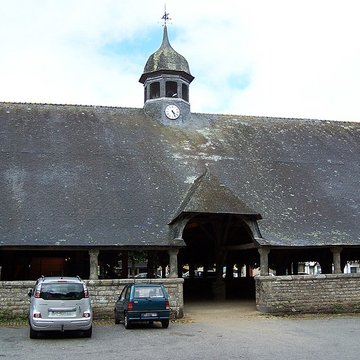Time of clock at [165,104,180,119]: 4:26
